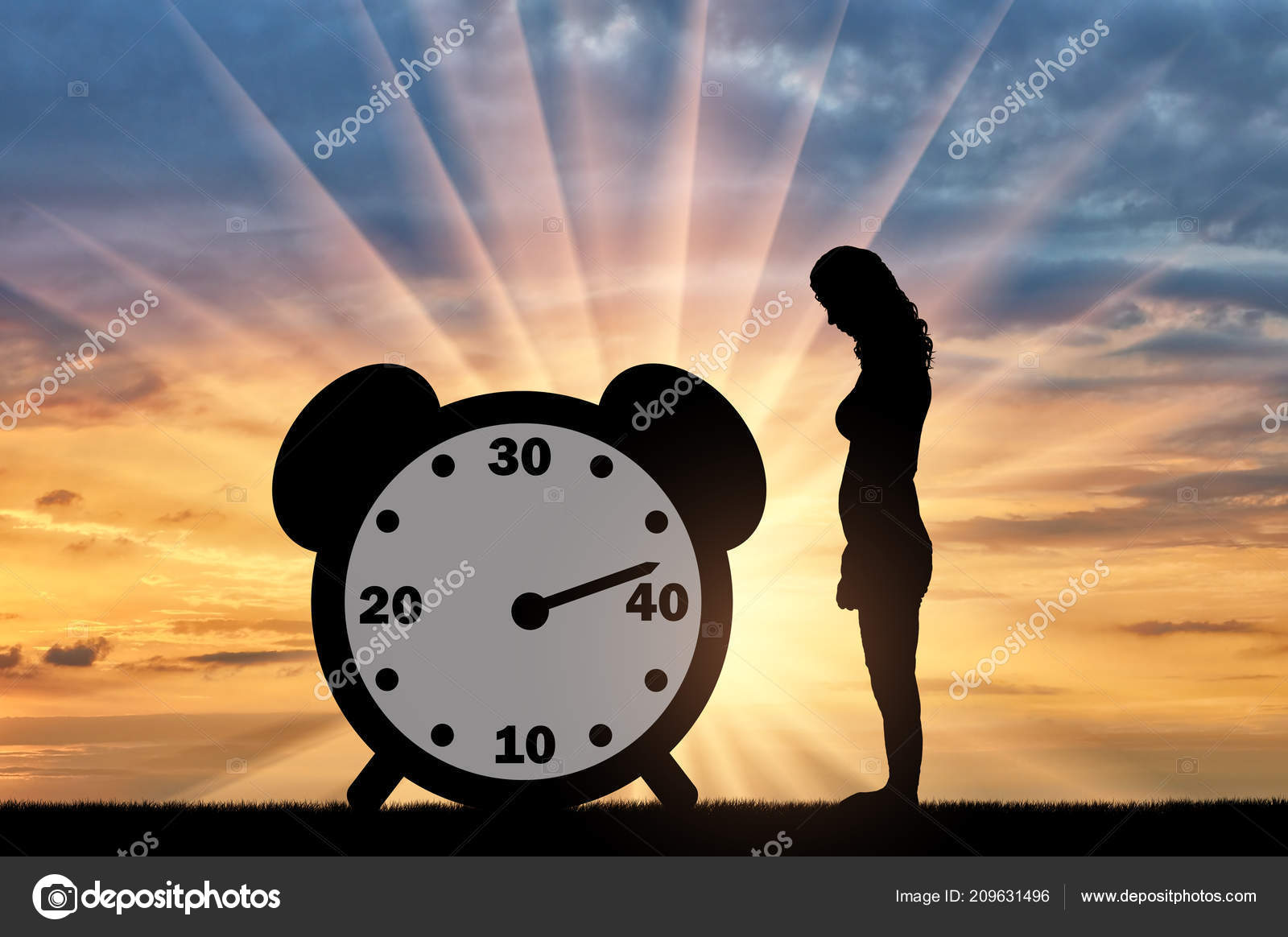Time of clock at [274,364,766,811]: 2:12
